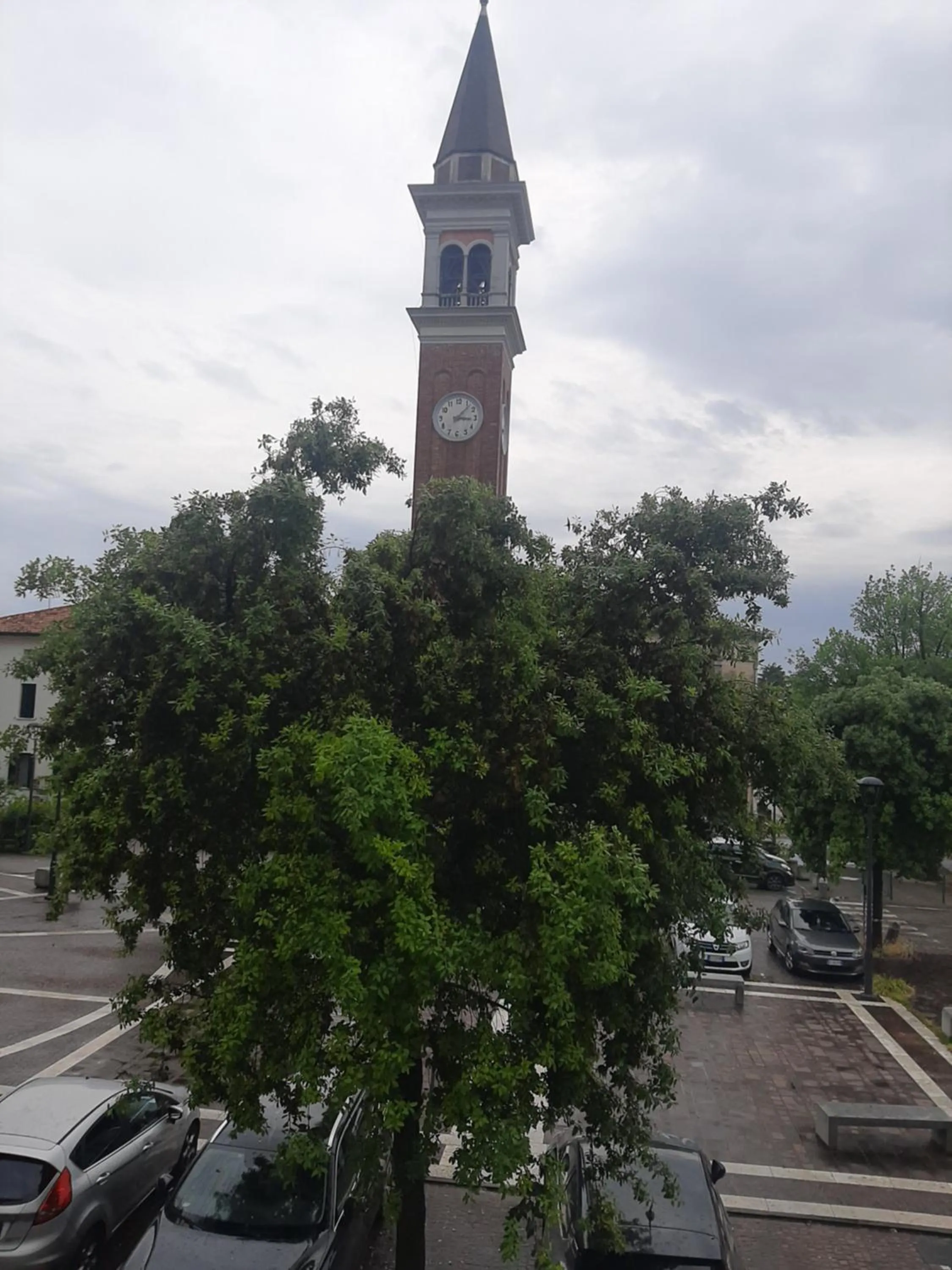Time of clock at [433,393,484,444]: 3:07
